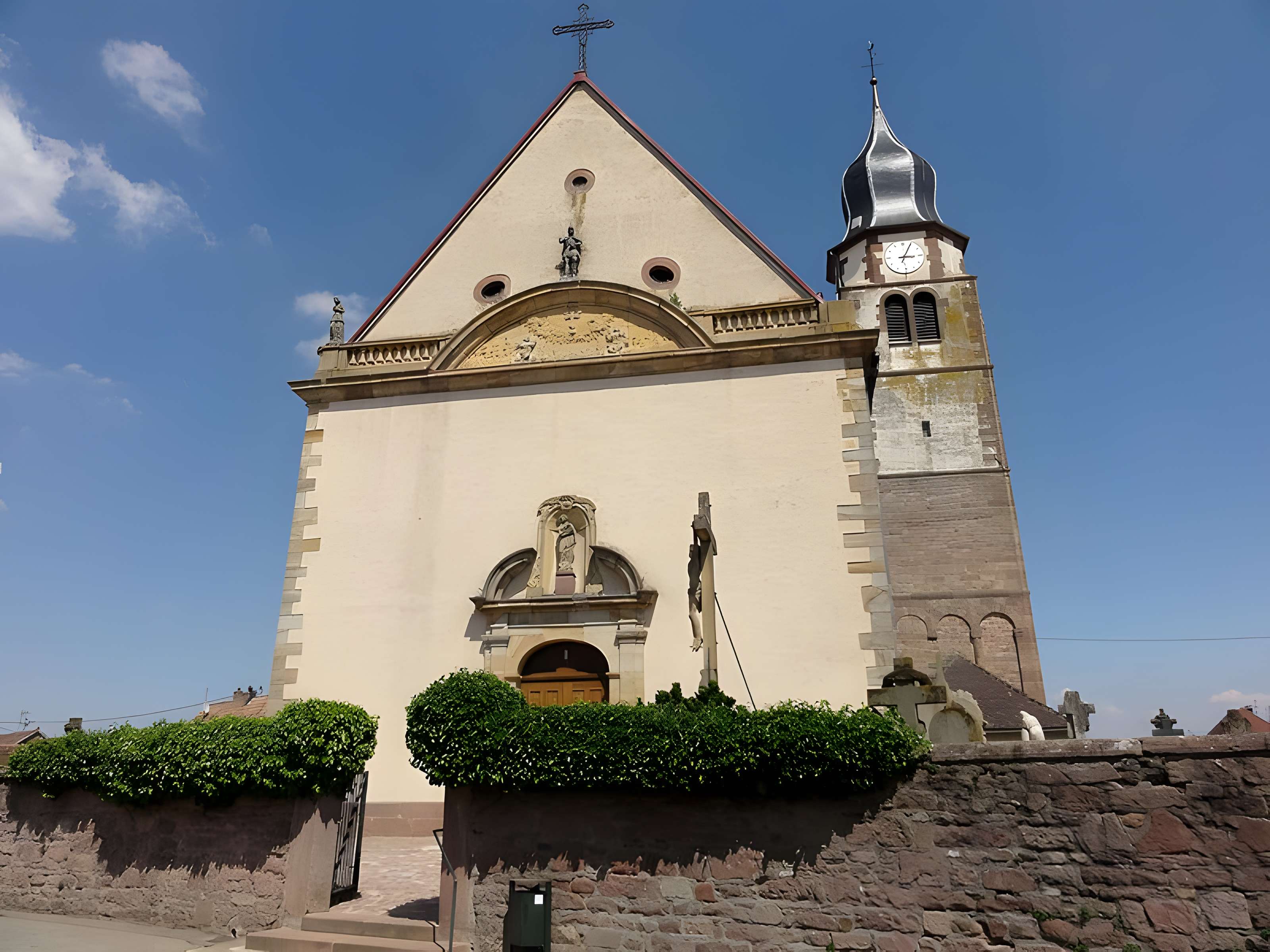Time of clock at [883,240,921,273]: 3:04
